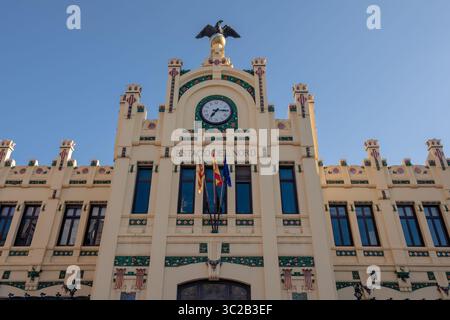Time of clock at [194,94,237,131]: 7:15
